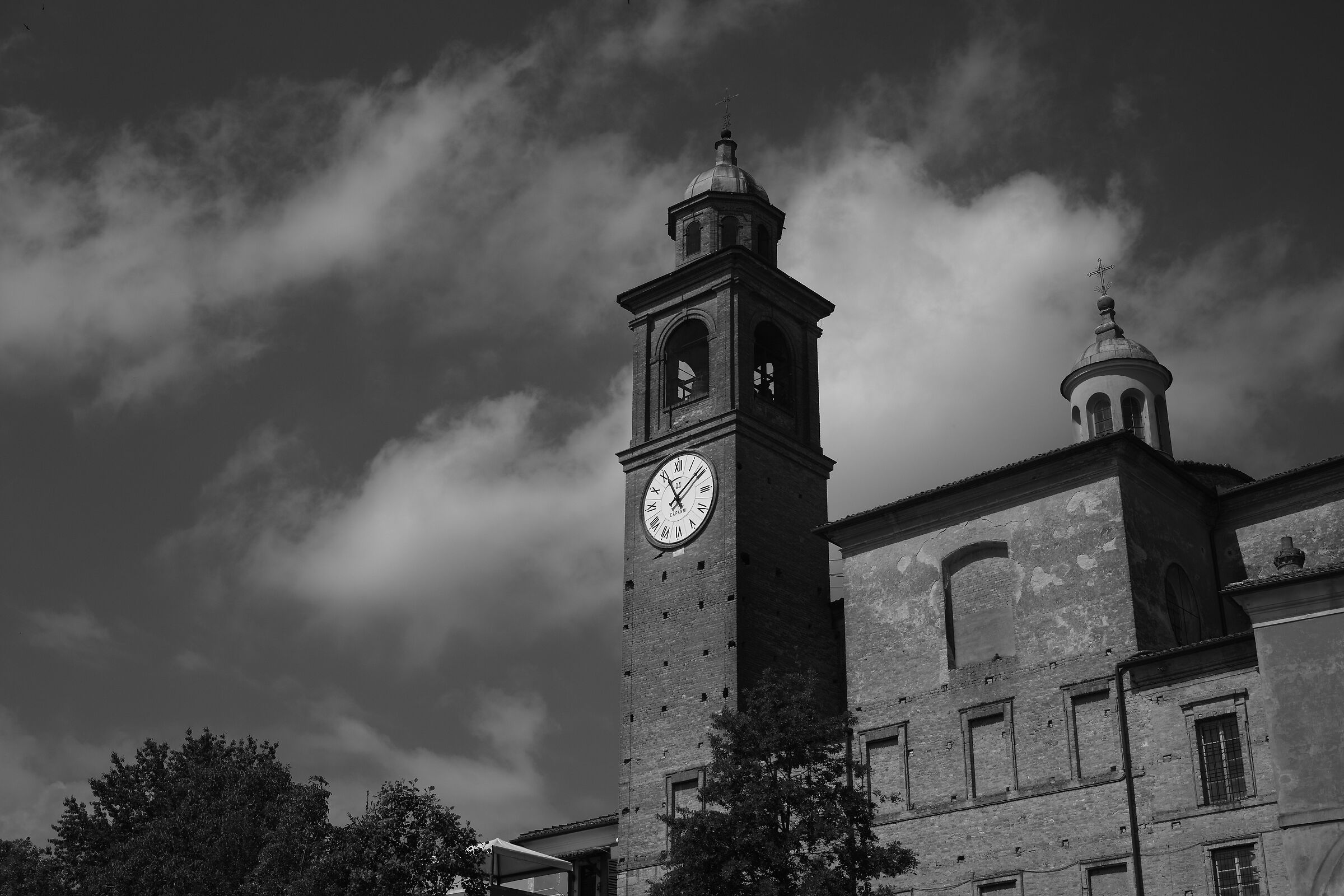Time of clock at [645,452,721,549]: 11:08
